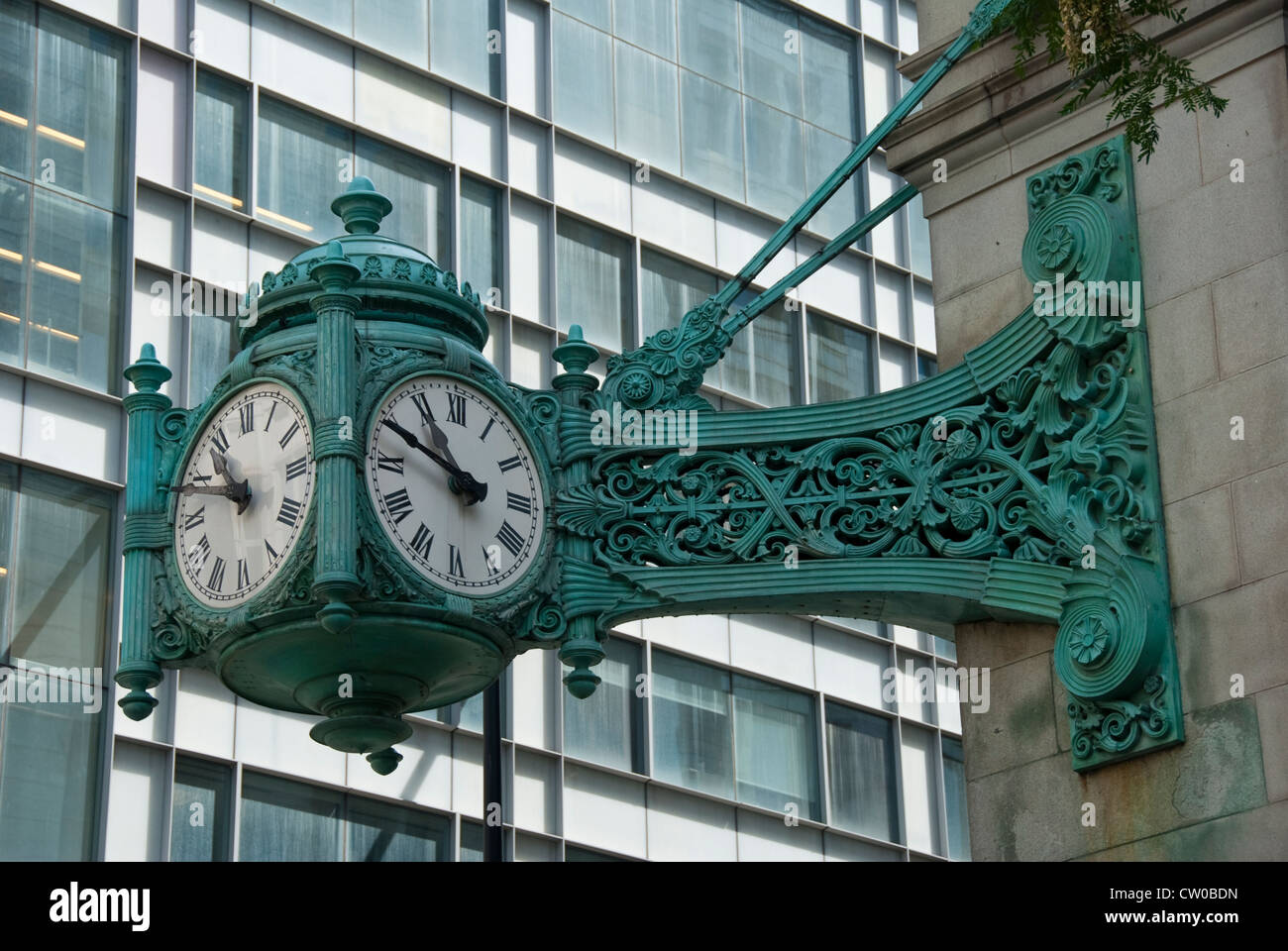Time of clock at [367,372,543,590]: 10:49
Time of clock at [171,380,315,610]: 10:49
